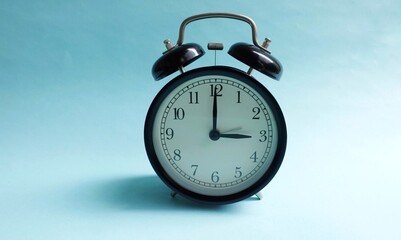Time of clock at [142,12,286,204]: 3:00
